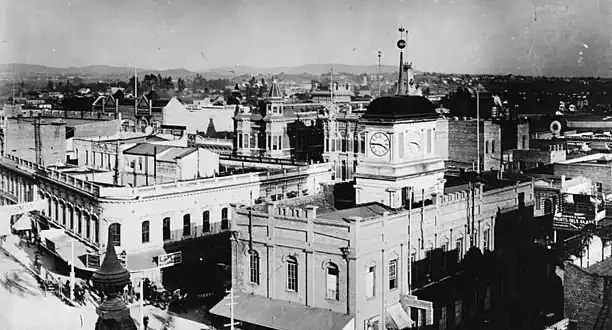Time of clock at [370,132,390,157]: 3:44
